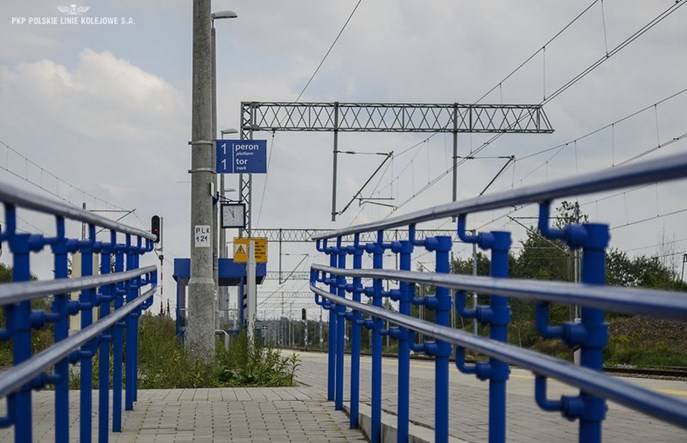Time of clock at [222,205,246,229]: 11:55
